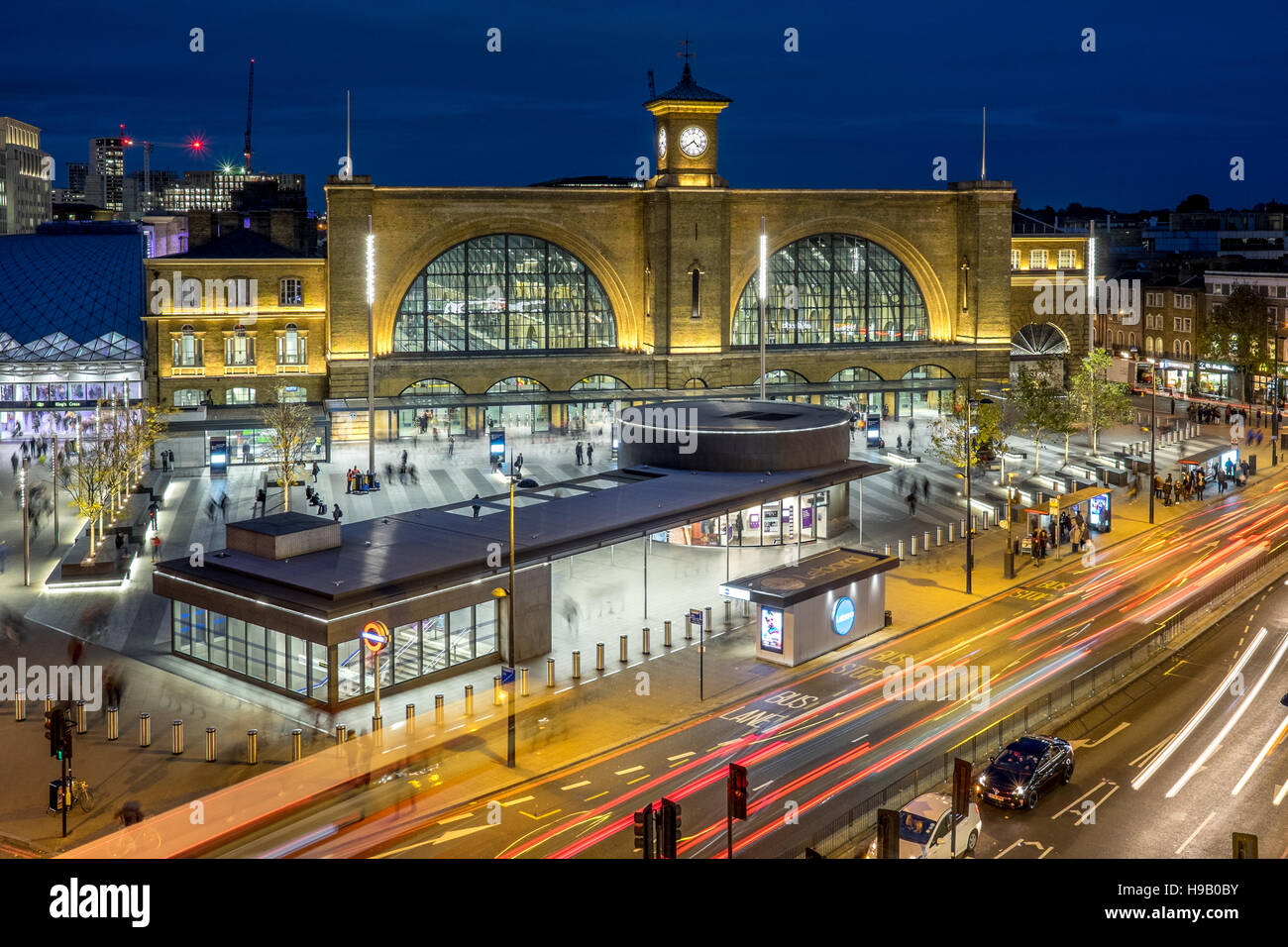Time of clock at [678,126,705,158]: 4:39
